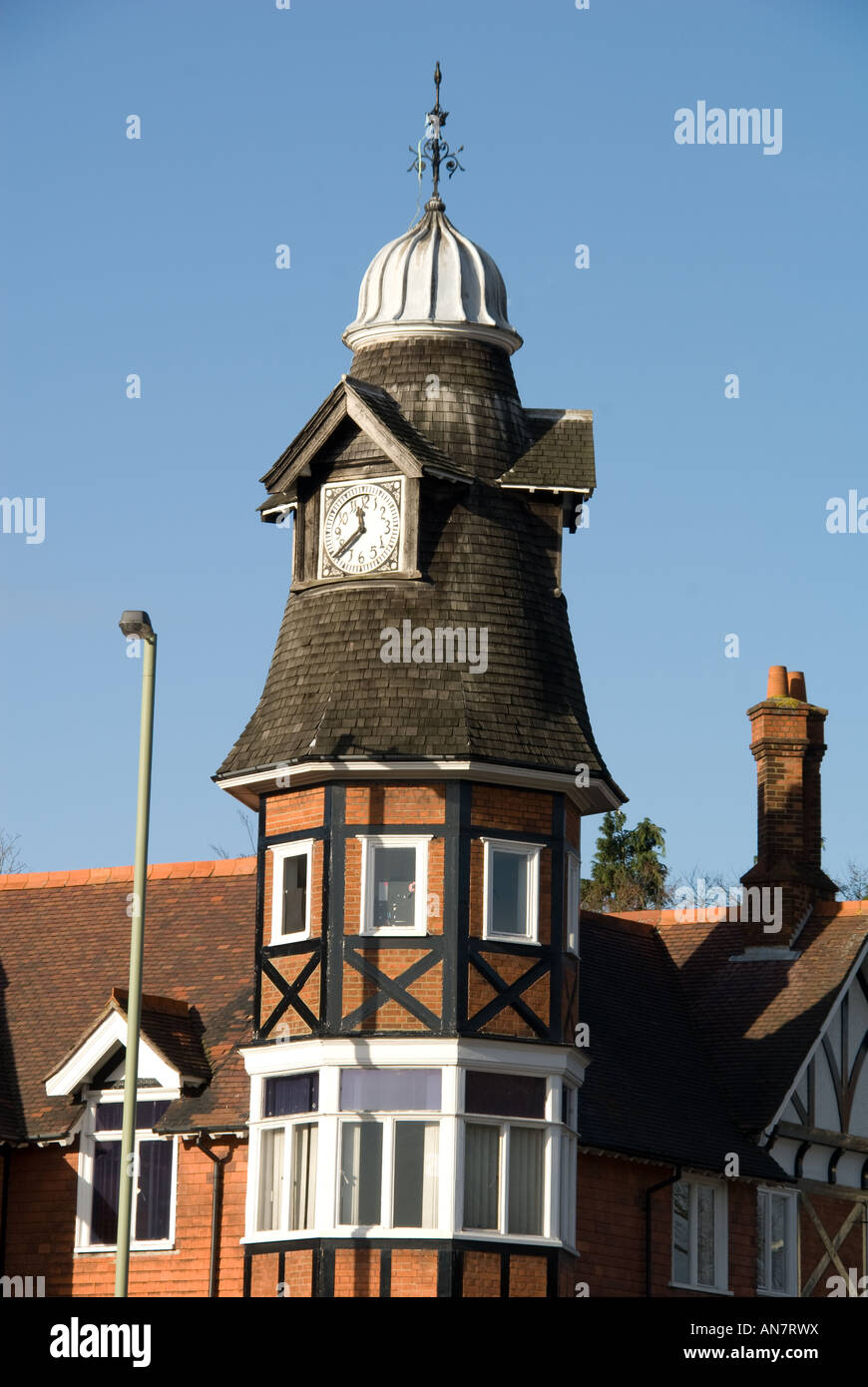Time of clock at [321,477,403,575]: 11:38
